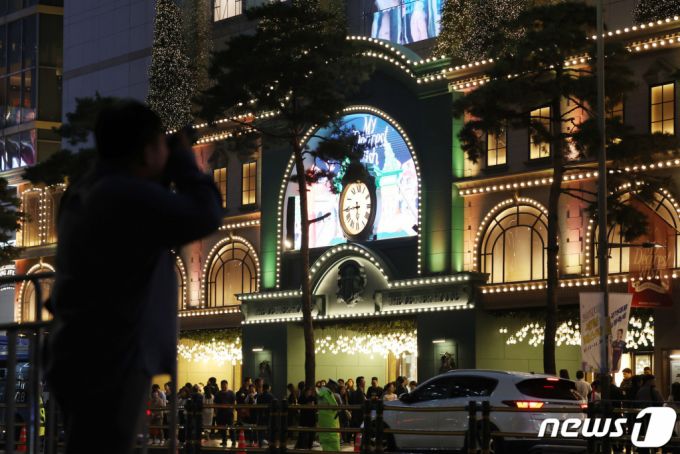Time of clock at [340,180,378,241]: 5:44
